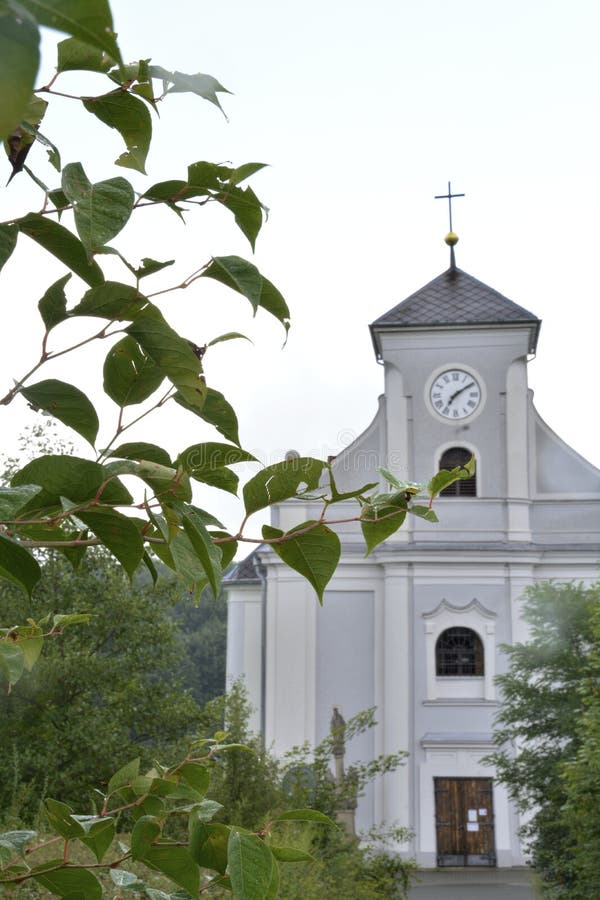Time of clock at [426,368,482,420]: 7:09
